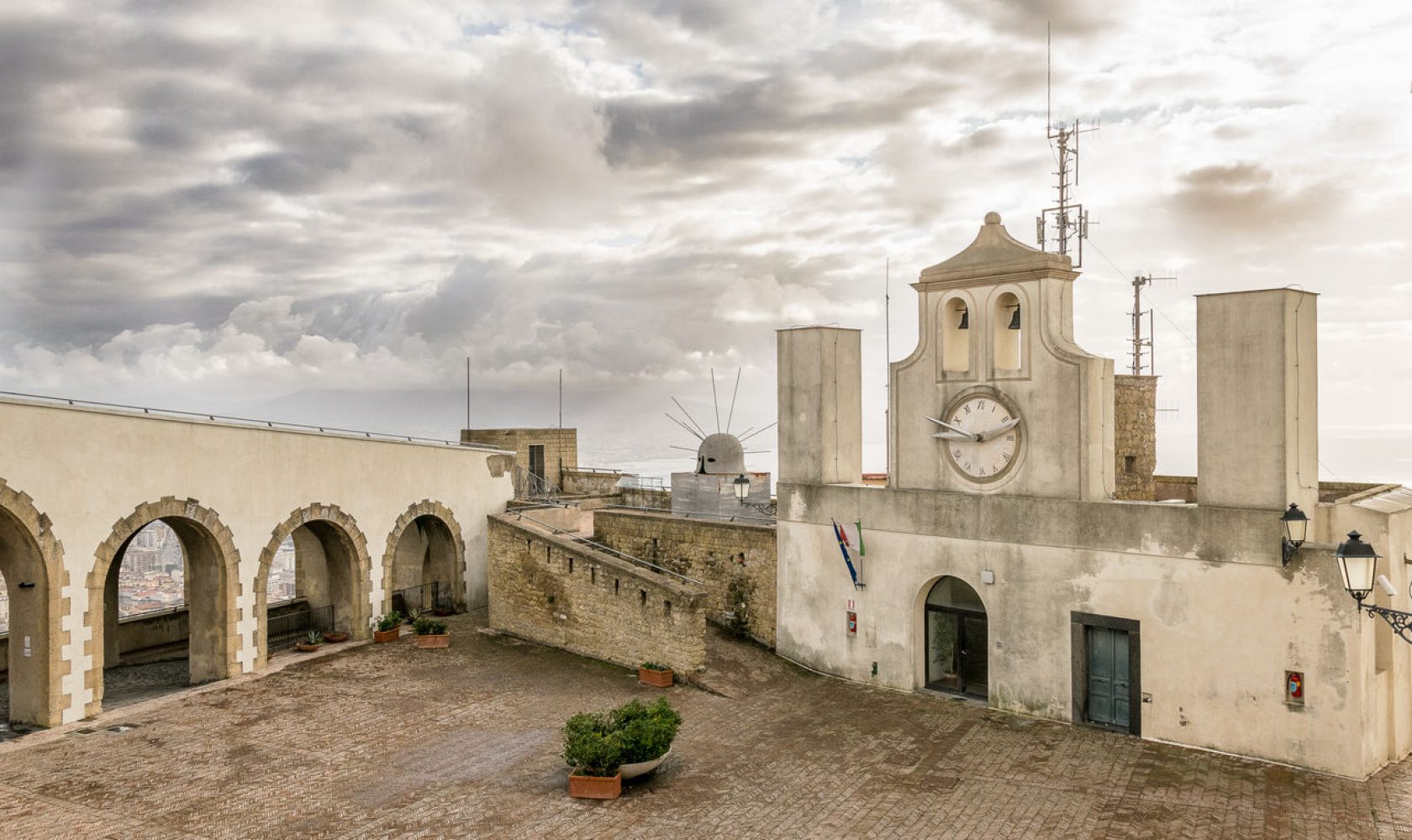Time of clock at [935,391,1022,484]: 9:12
